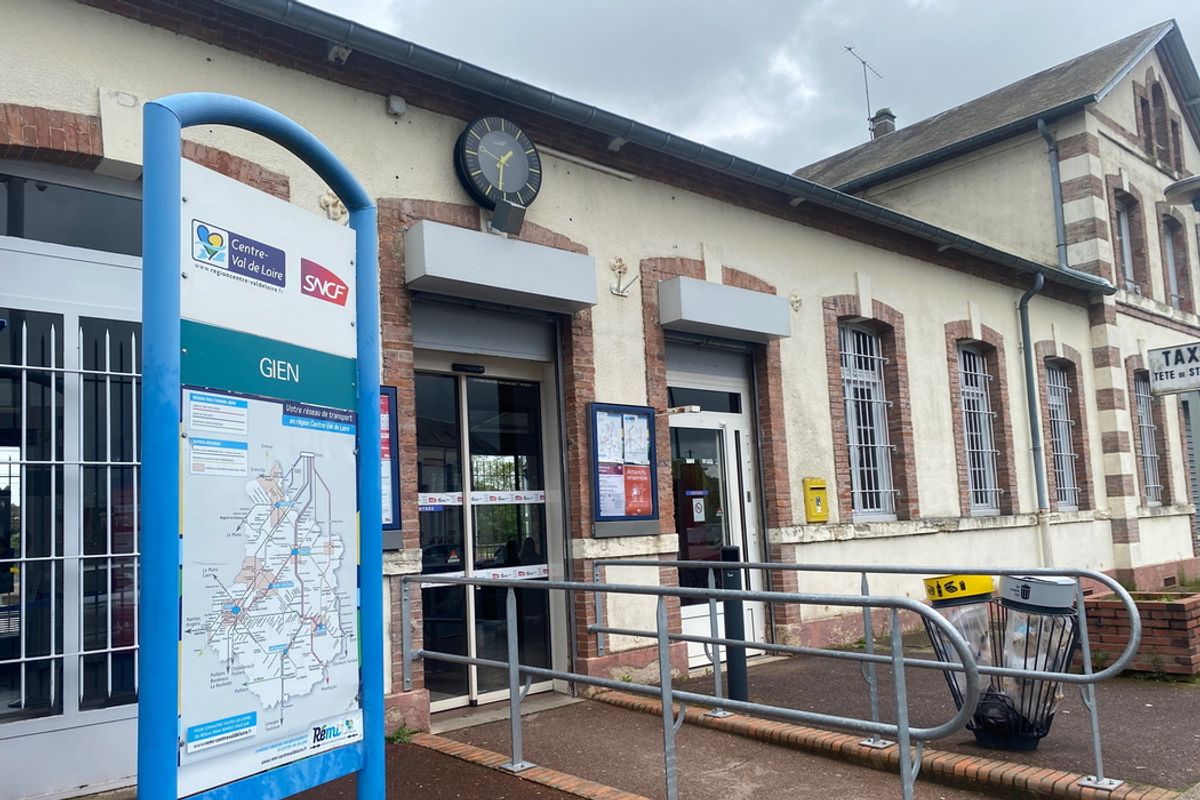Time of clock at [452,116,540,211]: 1:31
